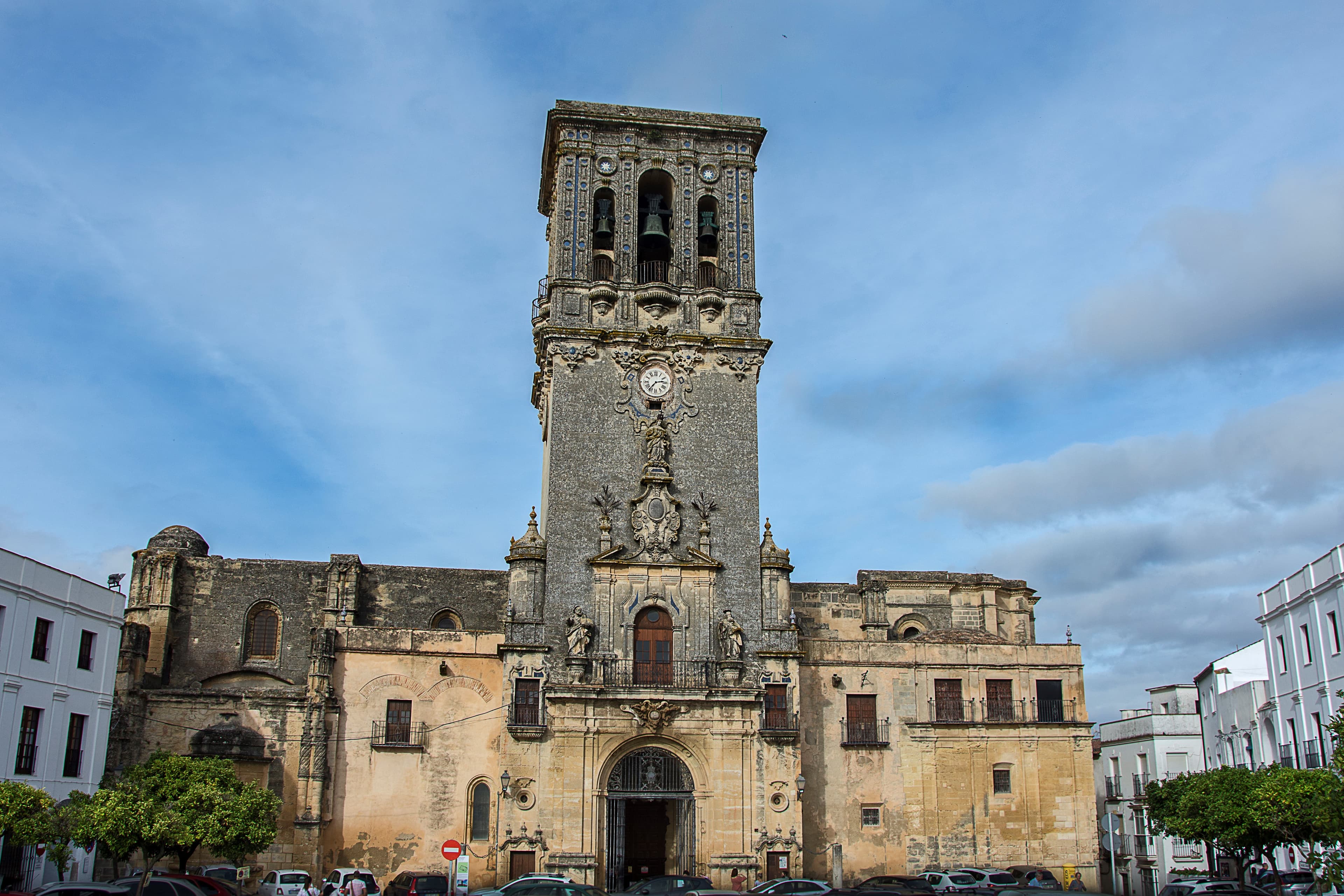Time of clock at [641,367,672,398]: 2:36
